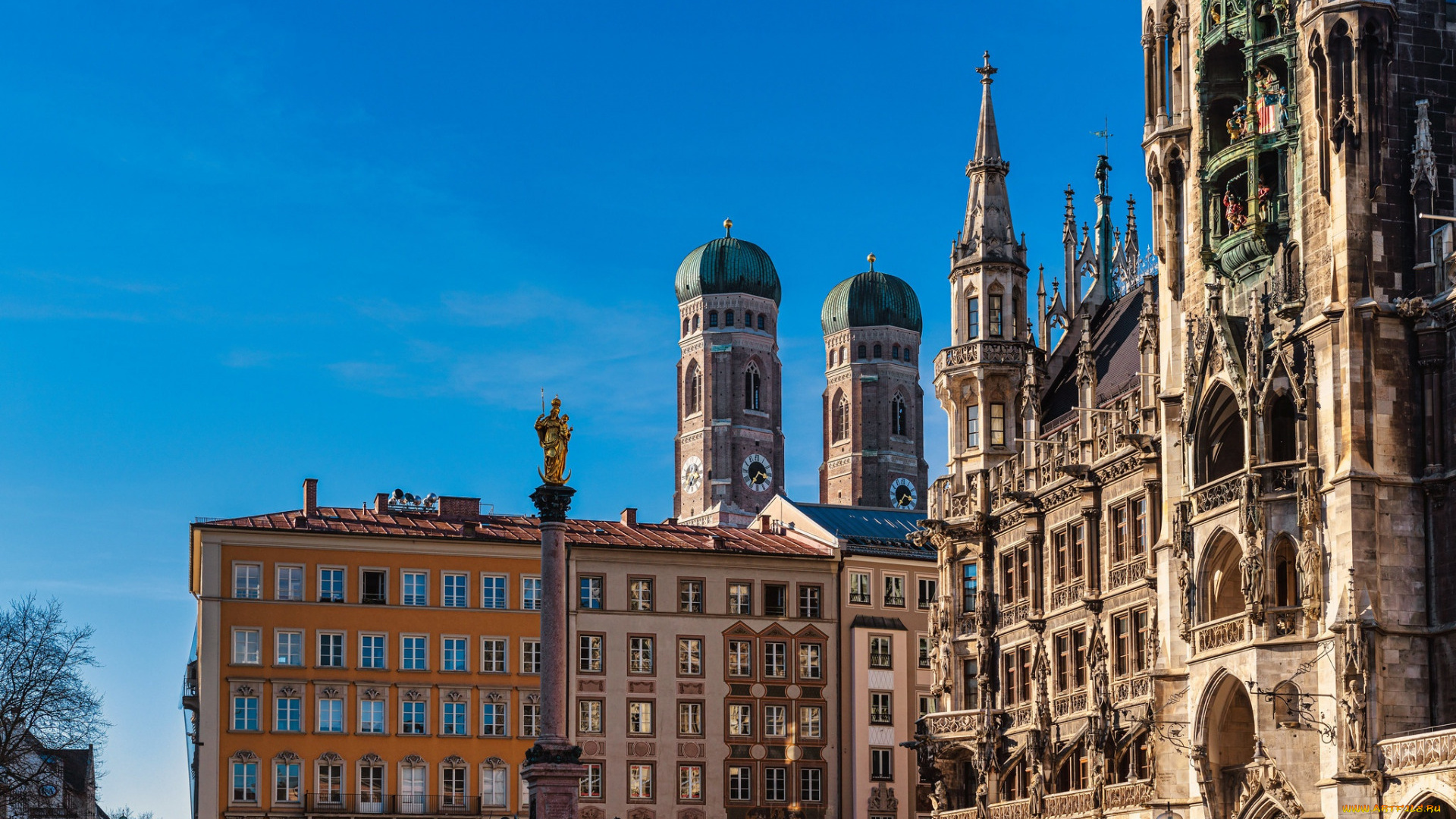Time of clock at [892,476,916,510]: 3:35
